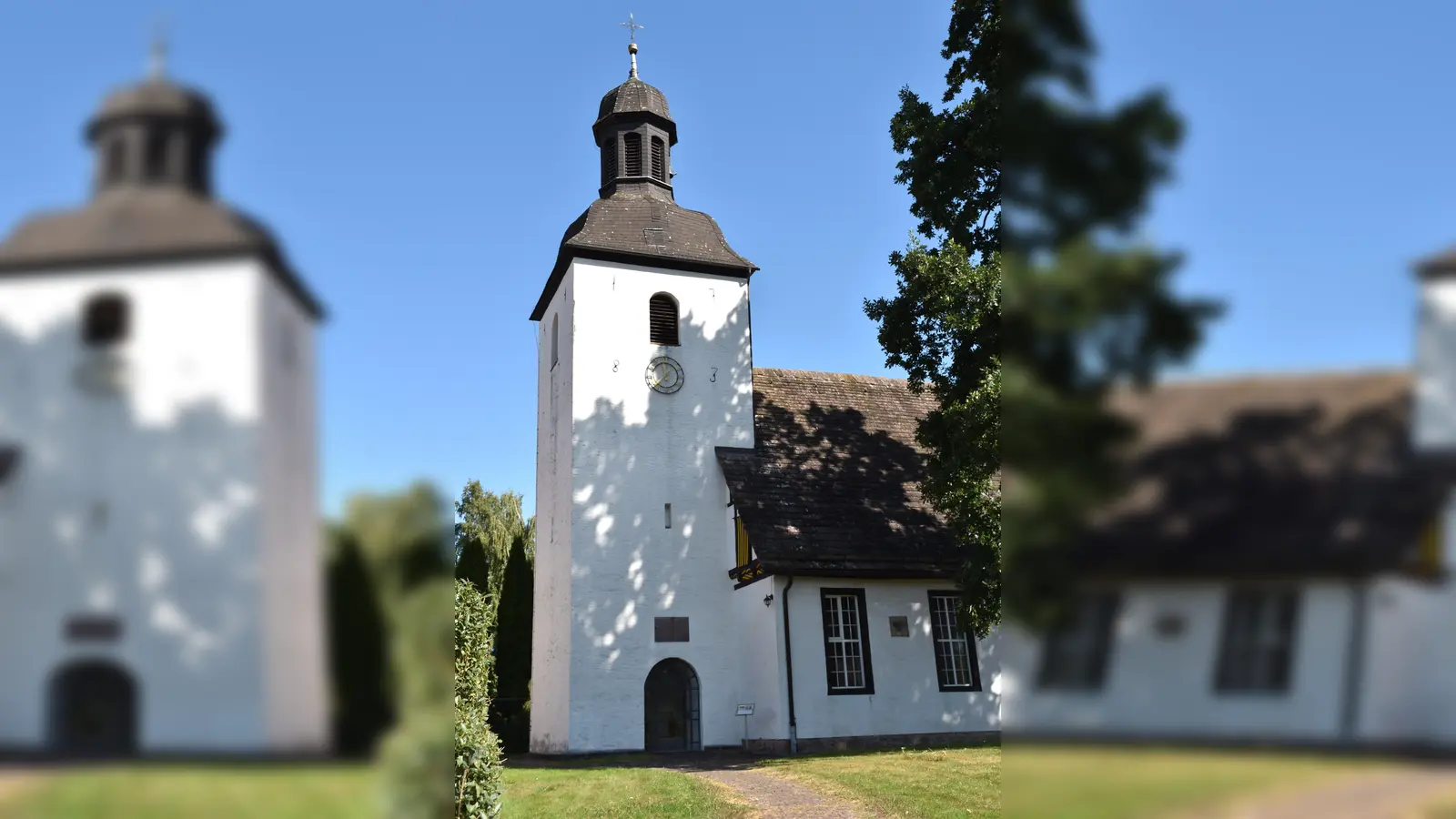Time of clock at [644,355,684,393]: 11:37
